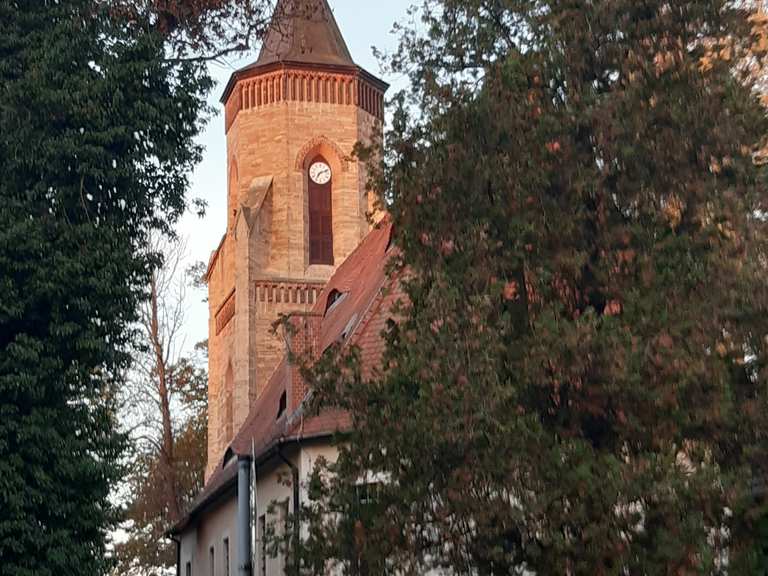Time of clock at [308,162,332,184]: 7:11
